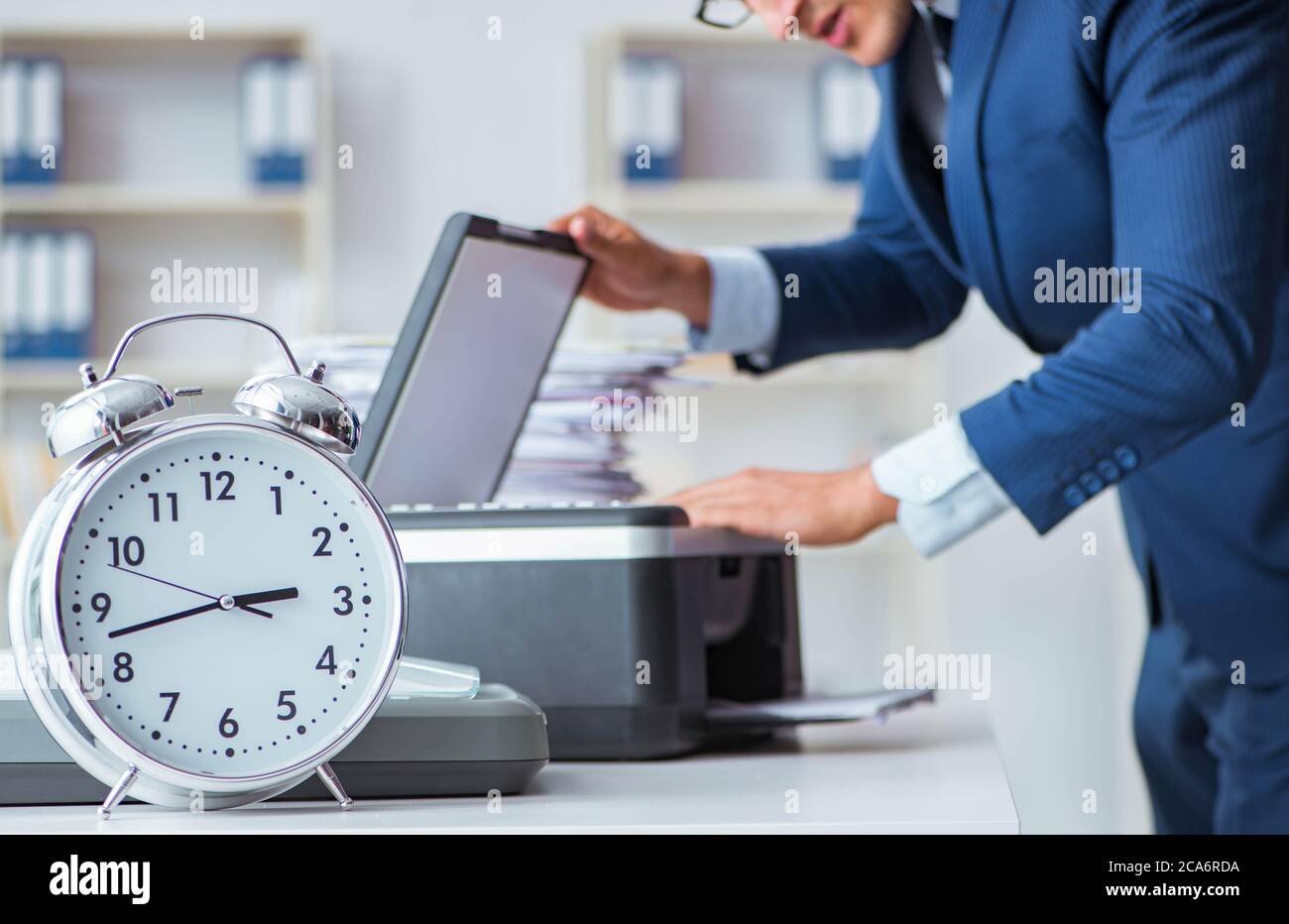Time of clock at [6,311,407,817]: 2:42
